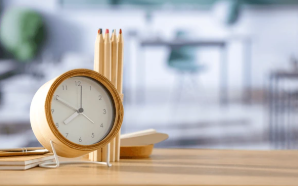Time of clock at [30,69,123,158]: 7:49
